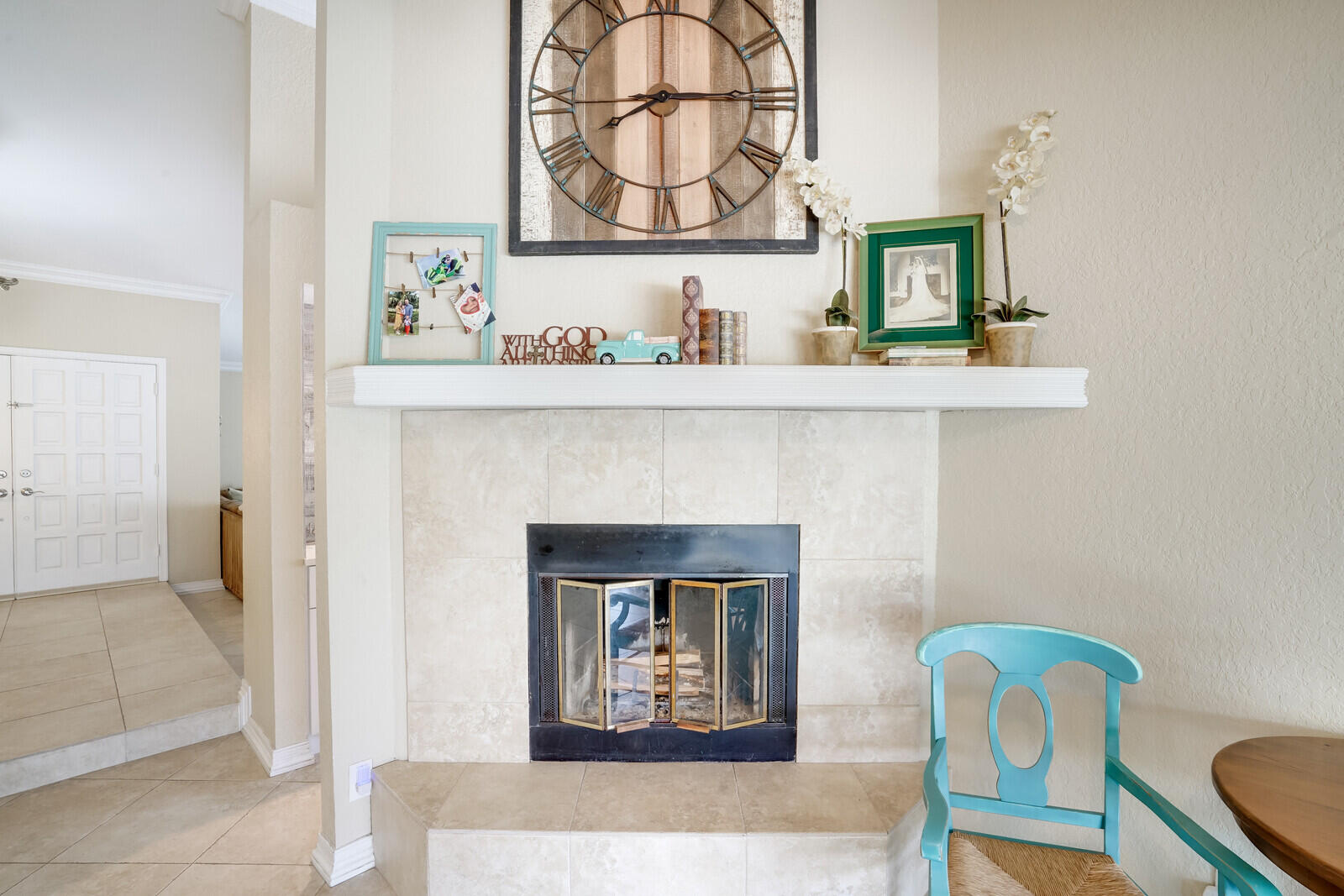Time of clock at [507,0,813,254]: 8:15
